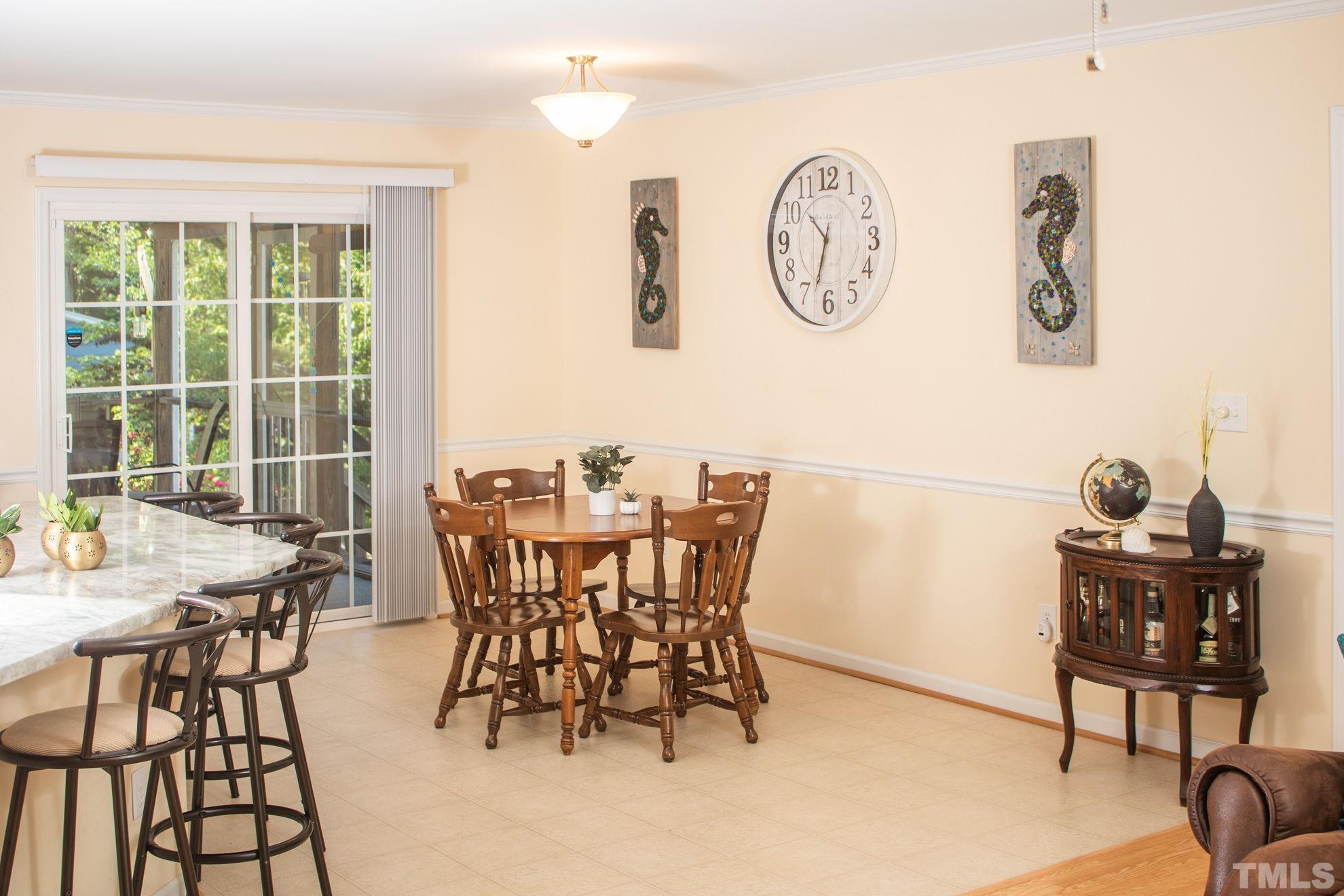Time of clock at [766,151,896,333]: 10:32
